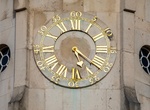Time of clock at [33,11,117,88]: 5:21
